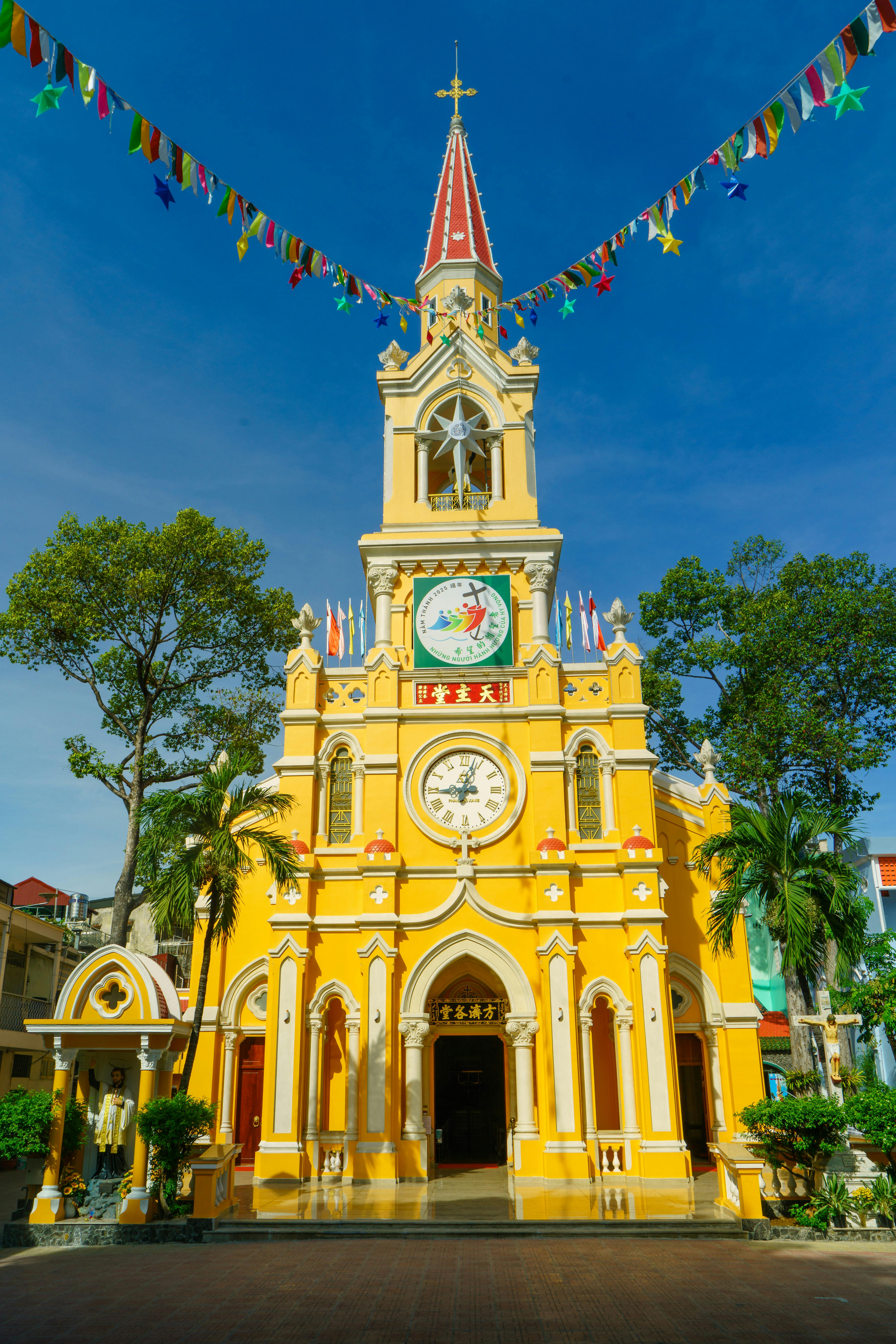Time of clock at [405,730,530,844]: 9:02
